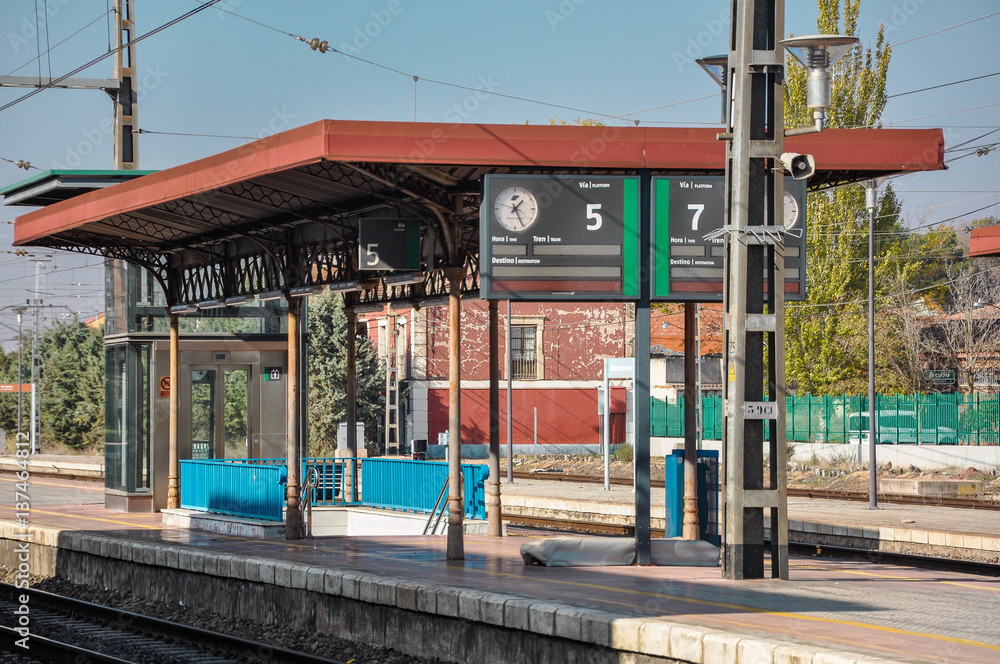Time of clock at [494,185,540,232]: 1:25
